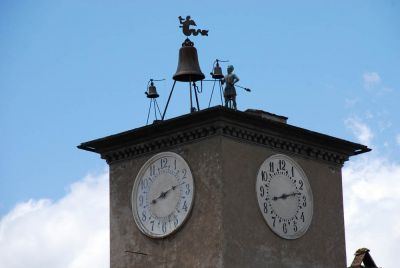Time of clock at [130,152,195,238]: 8:12
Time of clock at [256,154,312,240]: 8:12
